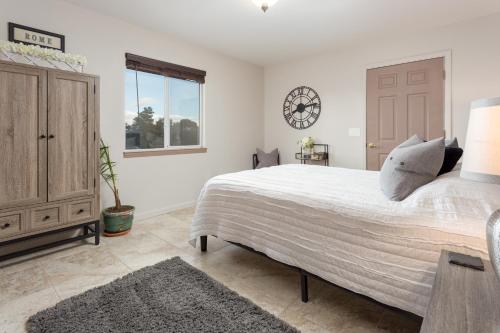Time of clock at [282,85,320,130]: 8:12
